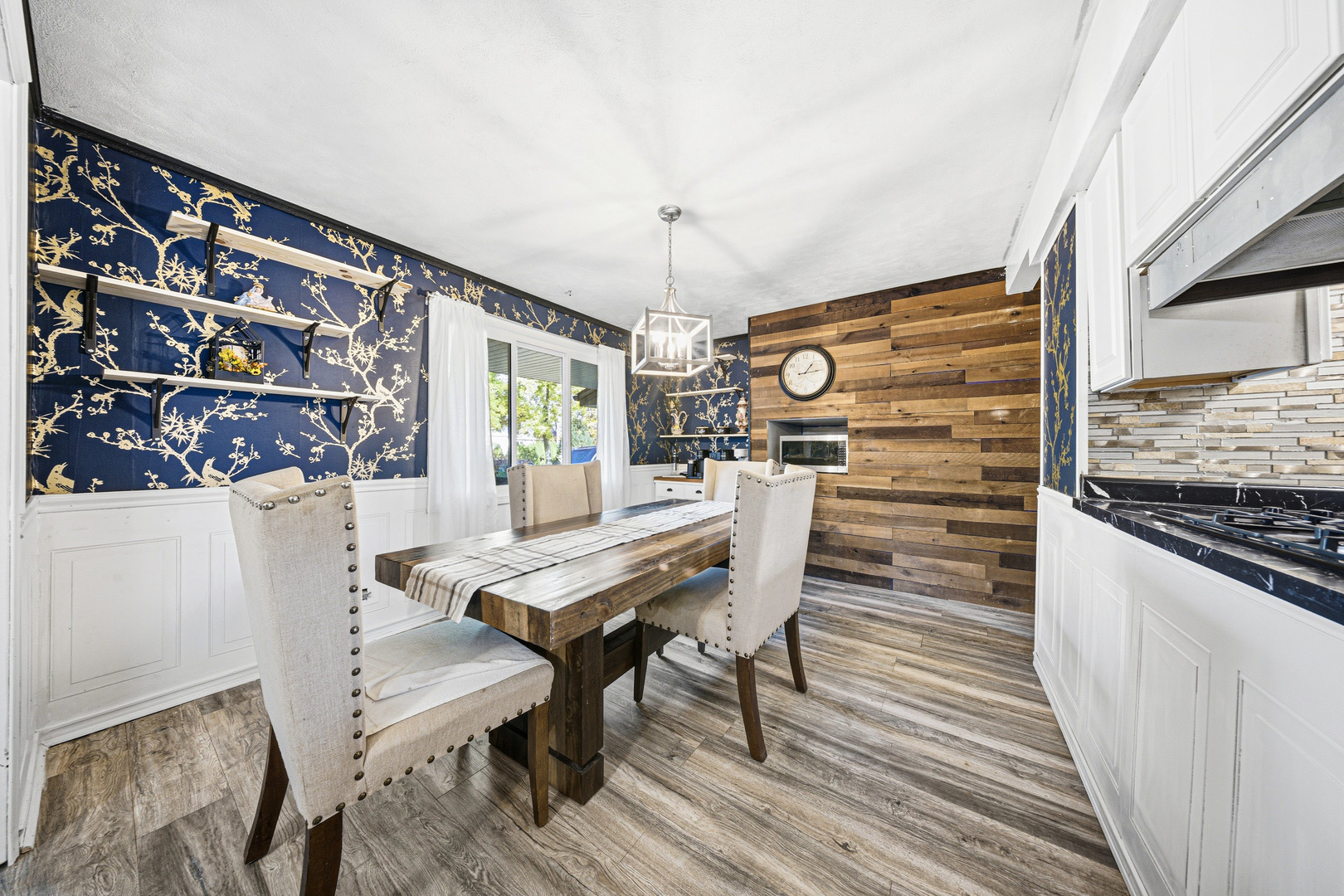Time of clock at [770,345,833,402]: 1:14
